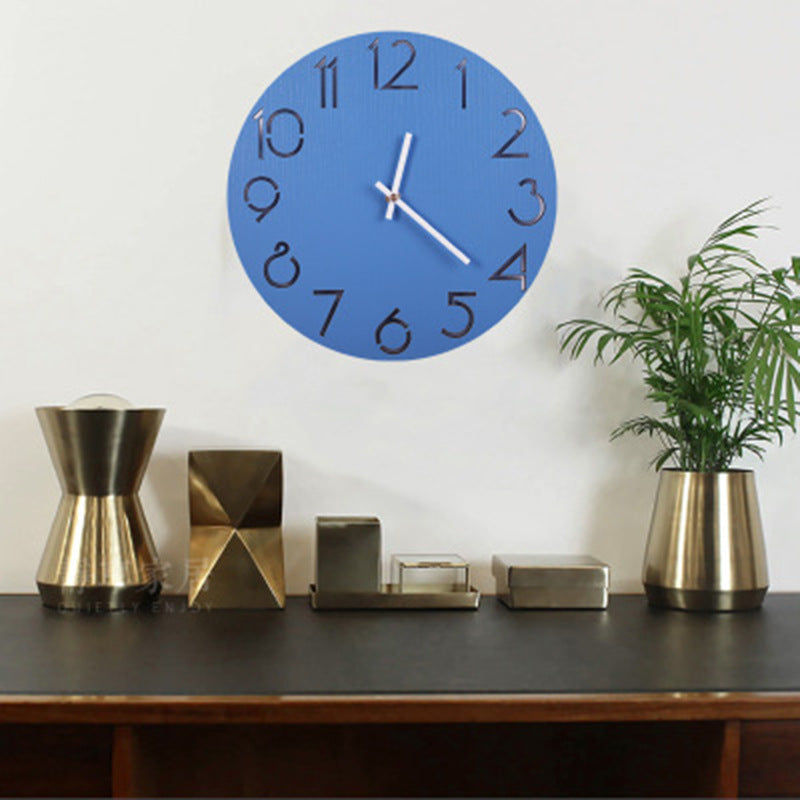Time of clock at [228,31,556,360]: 12:21
